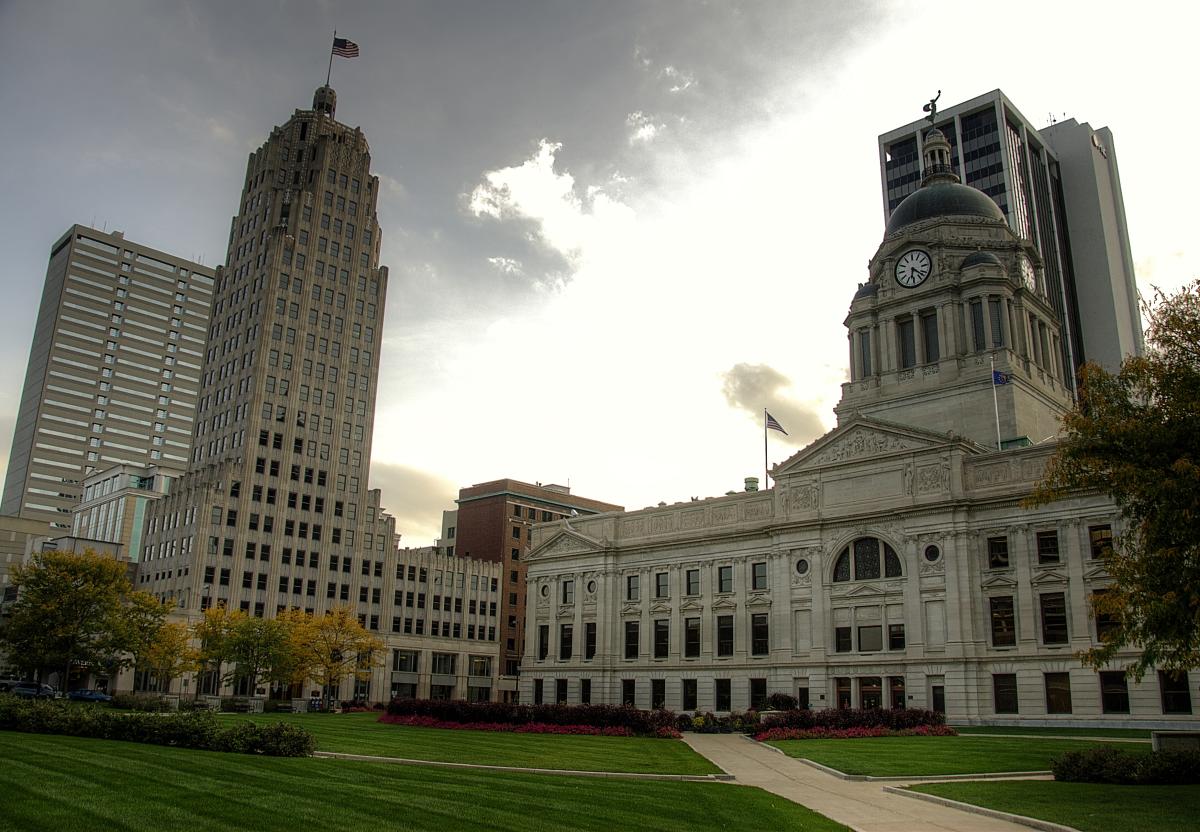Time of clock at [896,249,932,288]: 6:21
